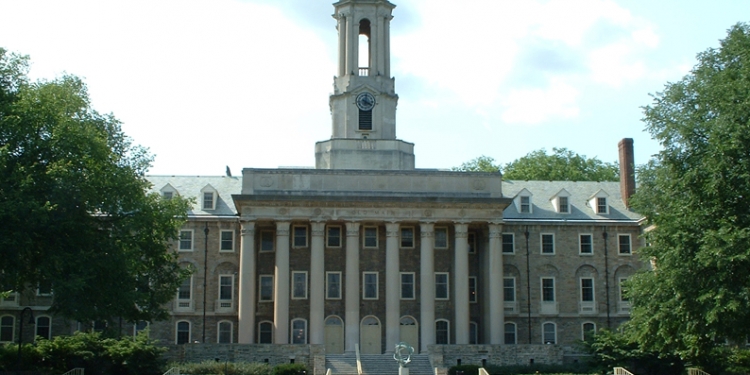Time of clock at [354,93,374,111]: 4:01
